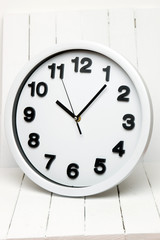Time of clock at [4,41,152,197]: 10:06
